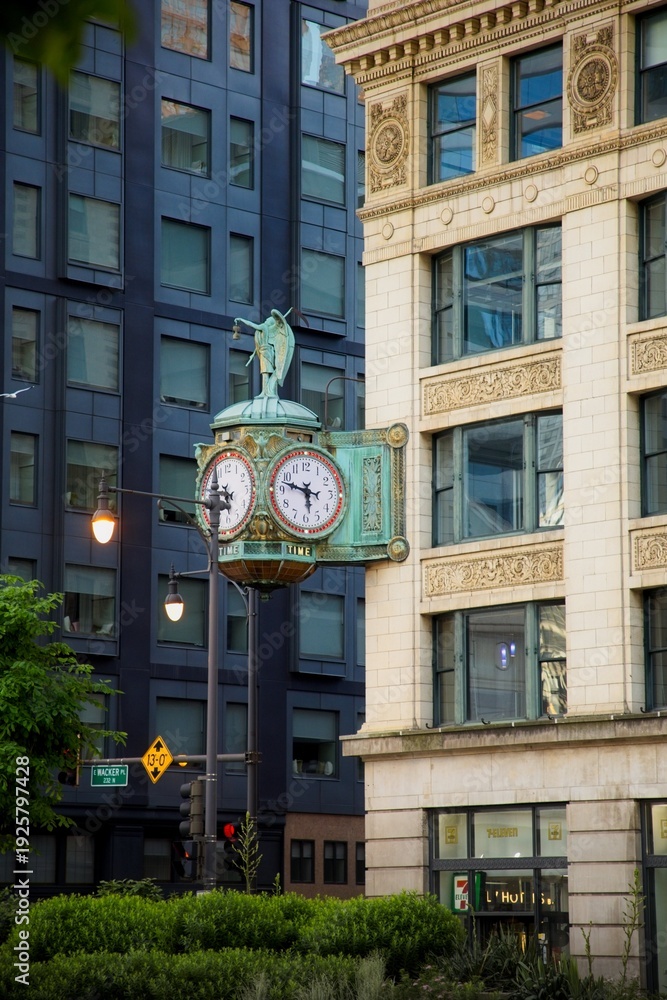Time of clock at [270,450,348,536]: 5:47
